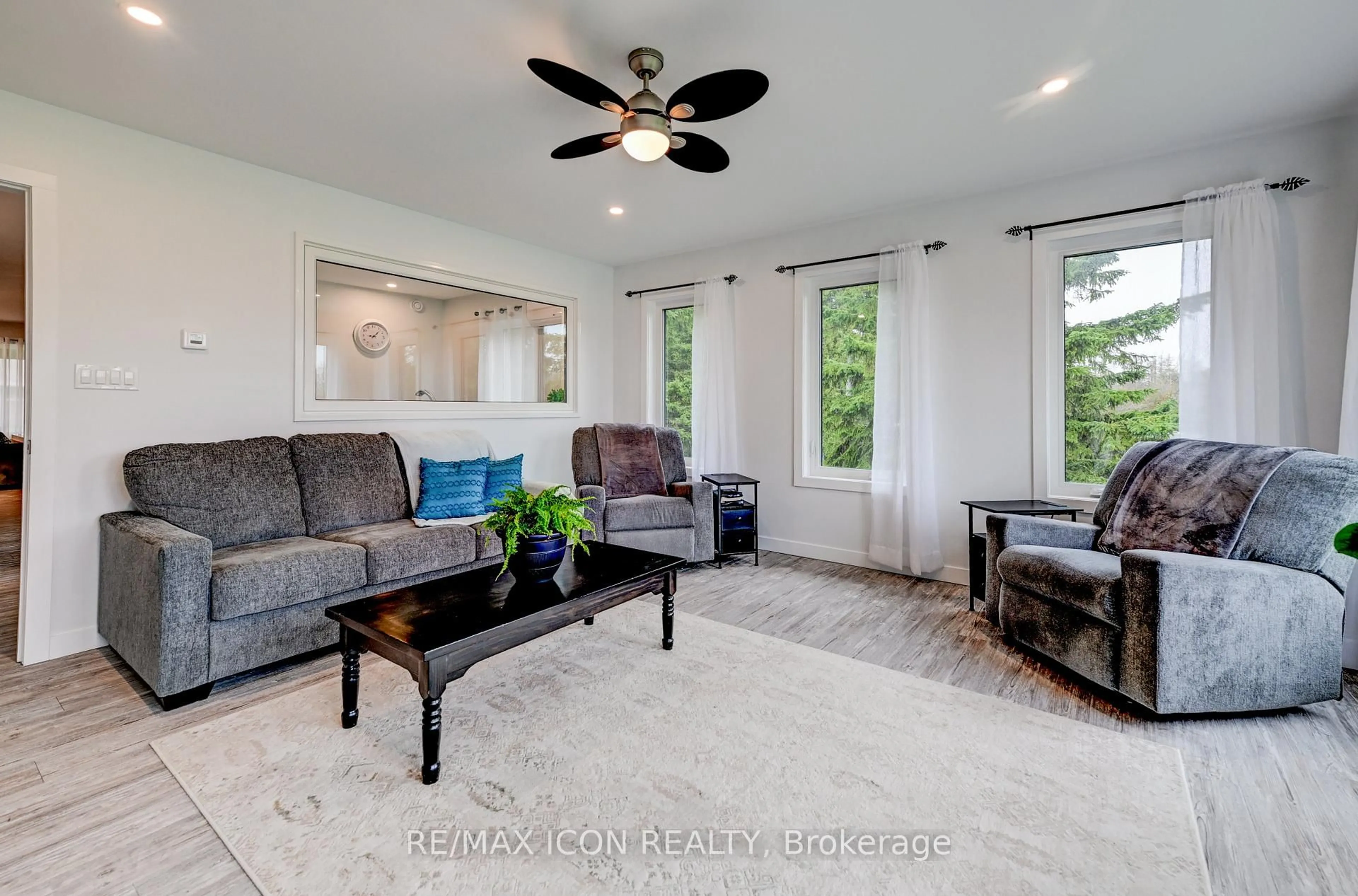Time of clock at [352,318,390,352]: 9:07
